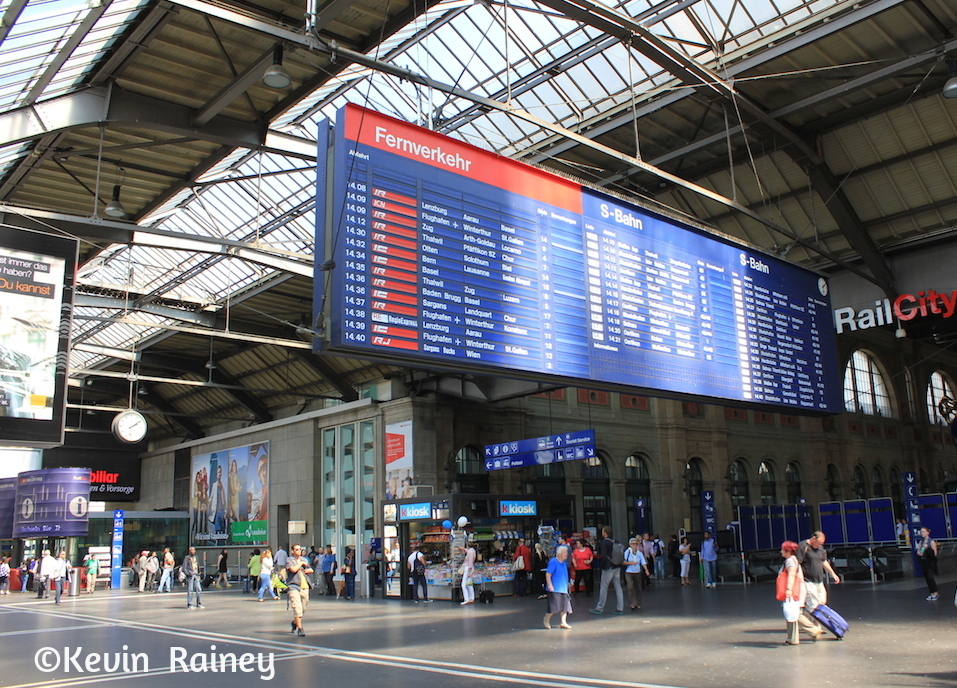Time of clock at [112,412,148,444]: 2:09
